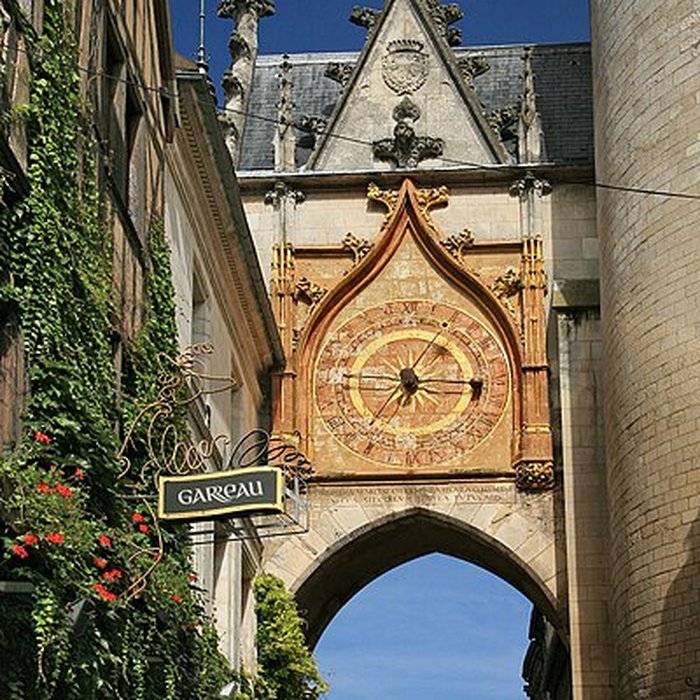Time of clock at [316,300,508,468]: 7:15
